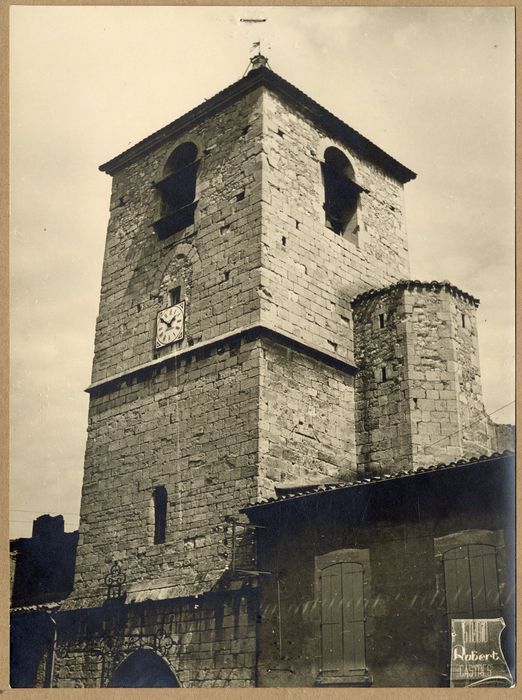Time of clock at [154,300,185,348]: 1:51
